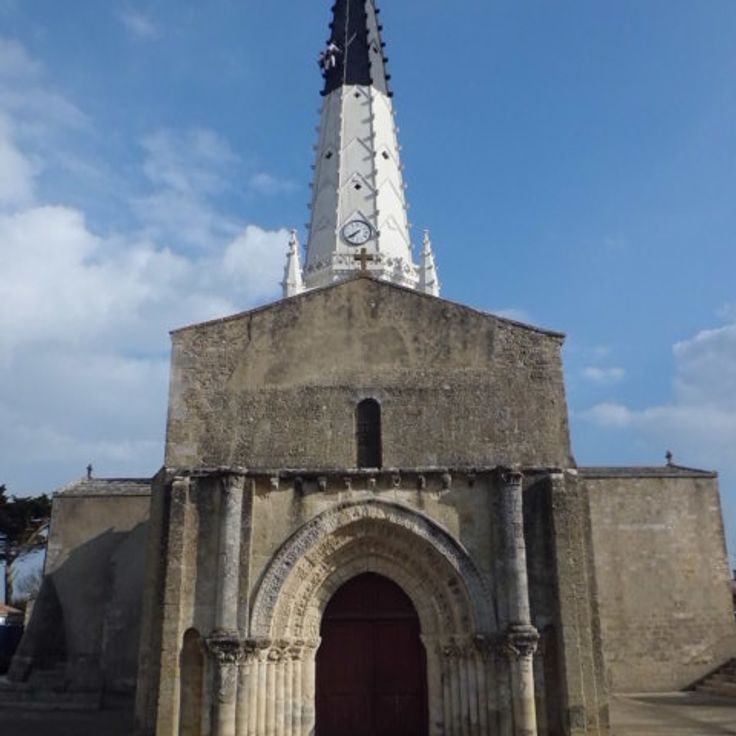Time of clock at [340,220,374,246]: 7:39
